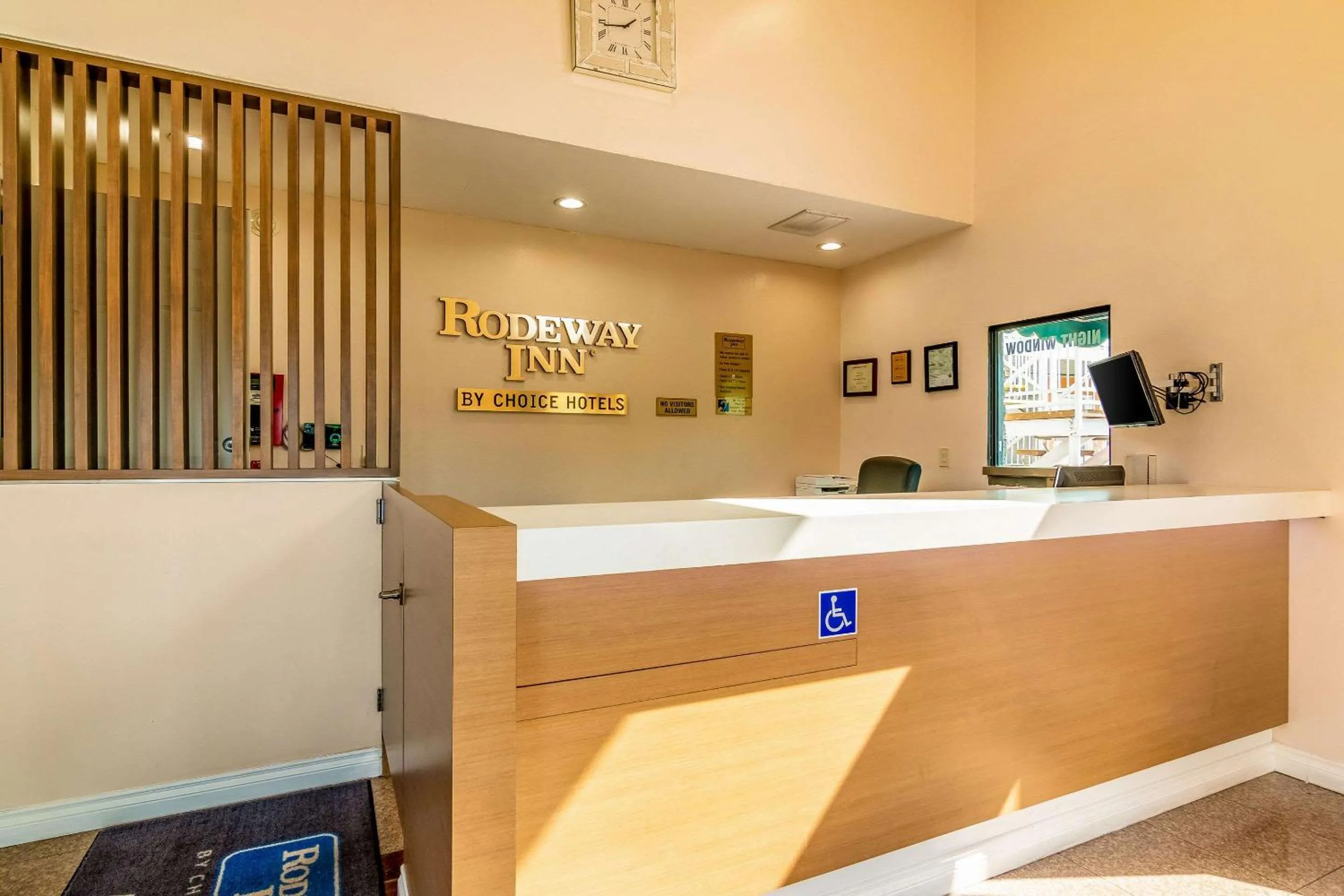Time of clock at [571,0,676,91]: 1:43
